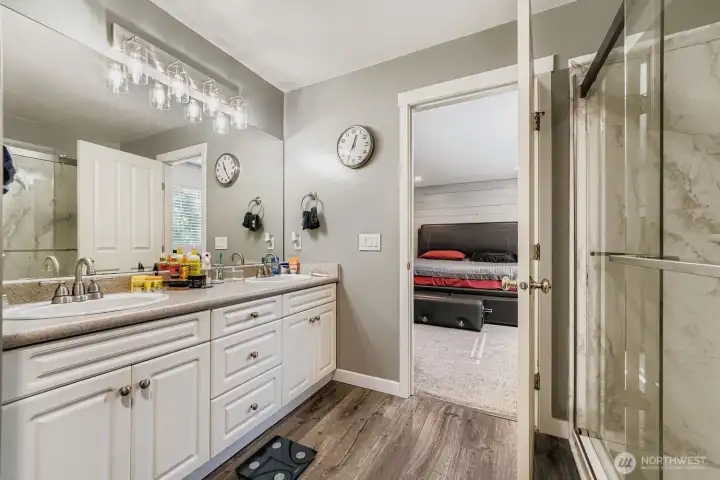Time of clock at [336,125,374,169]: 12:34
